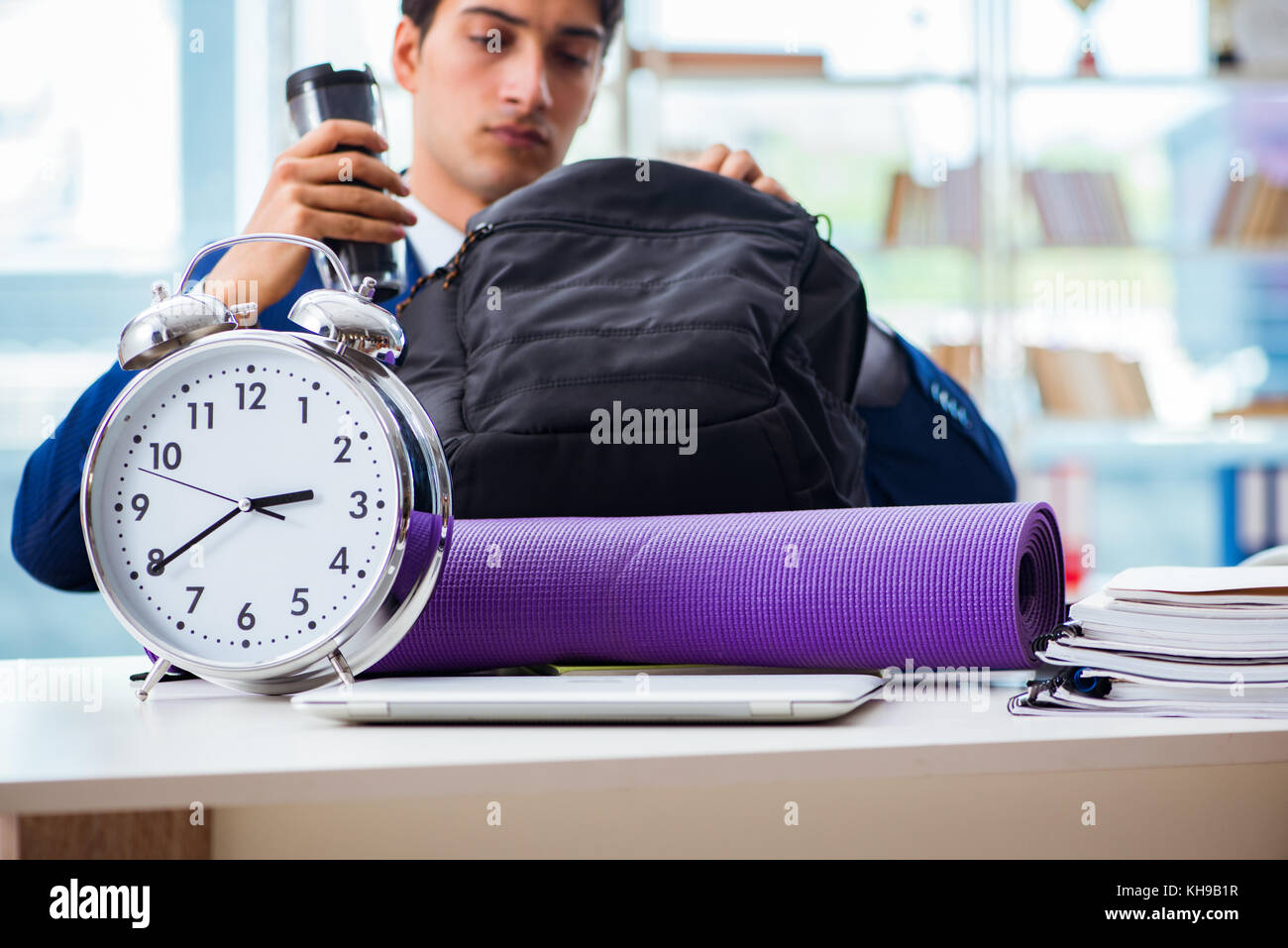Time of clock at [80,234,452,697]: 2:39
